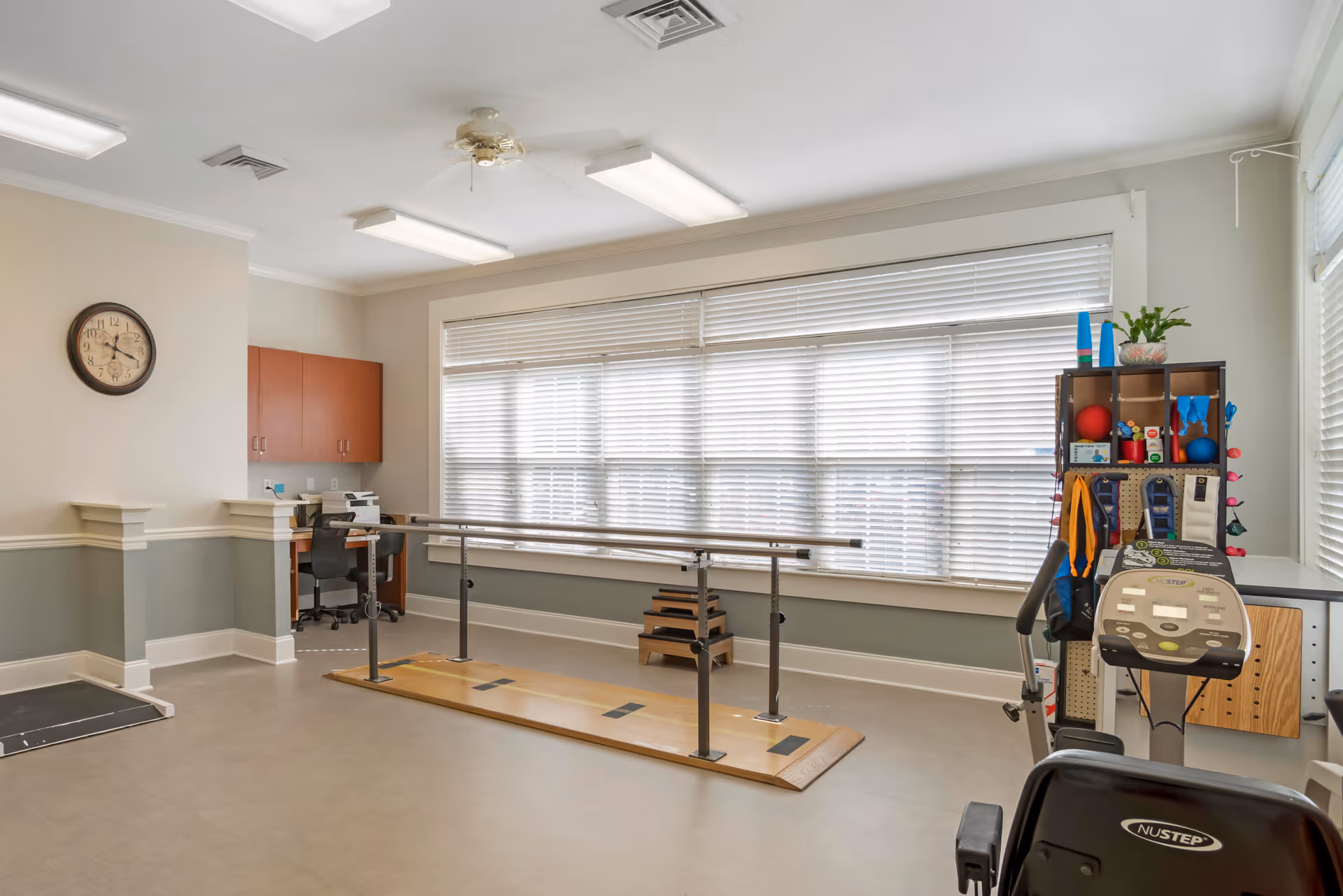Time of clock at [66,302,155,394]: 12:18
